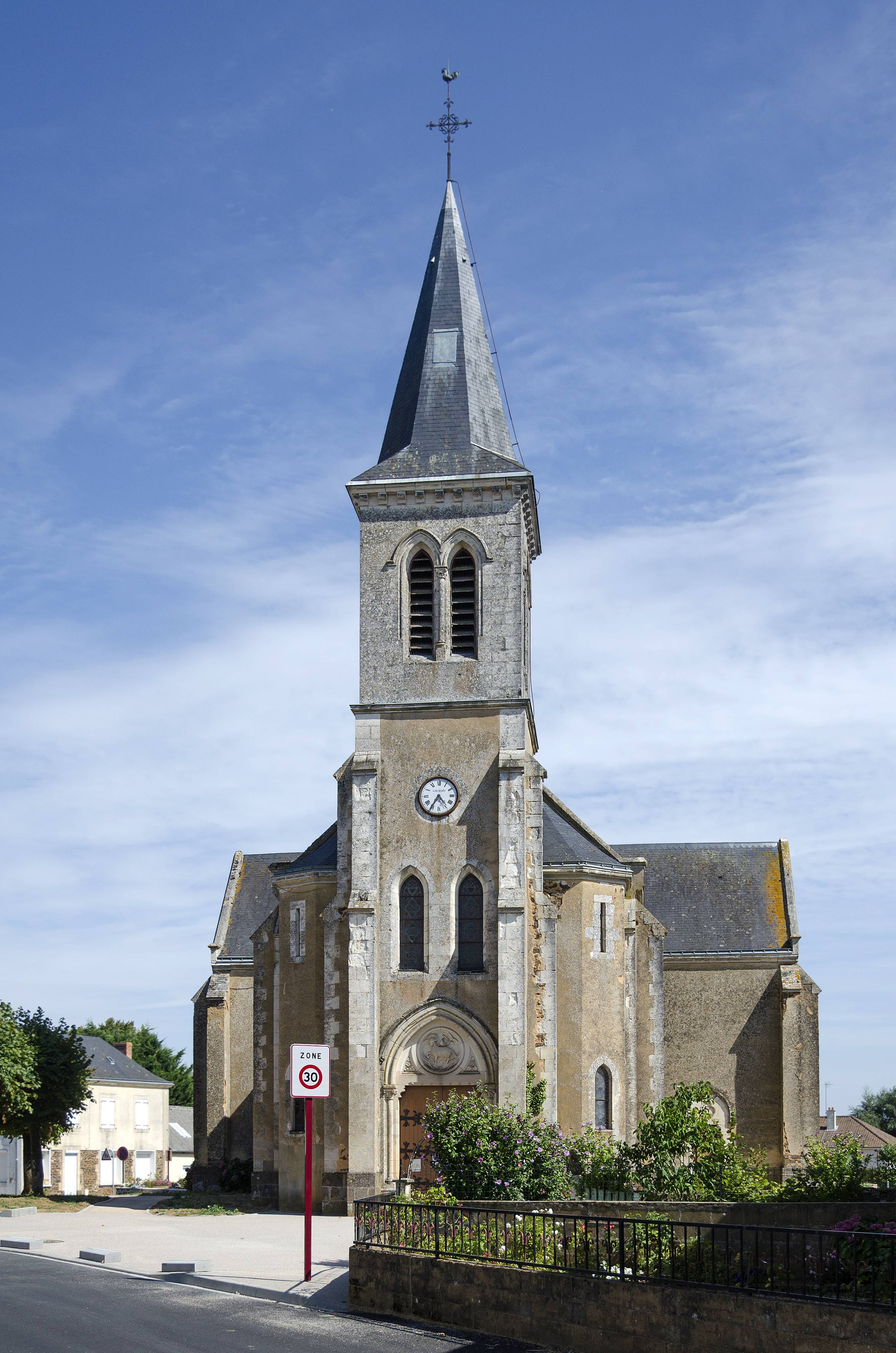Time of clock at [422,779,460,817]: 4:35
